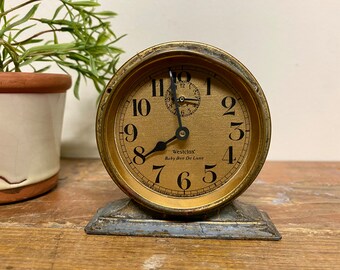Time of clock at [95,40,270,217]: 7:58
